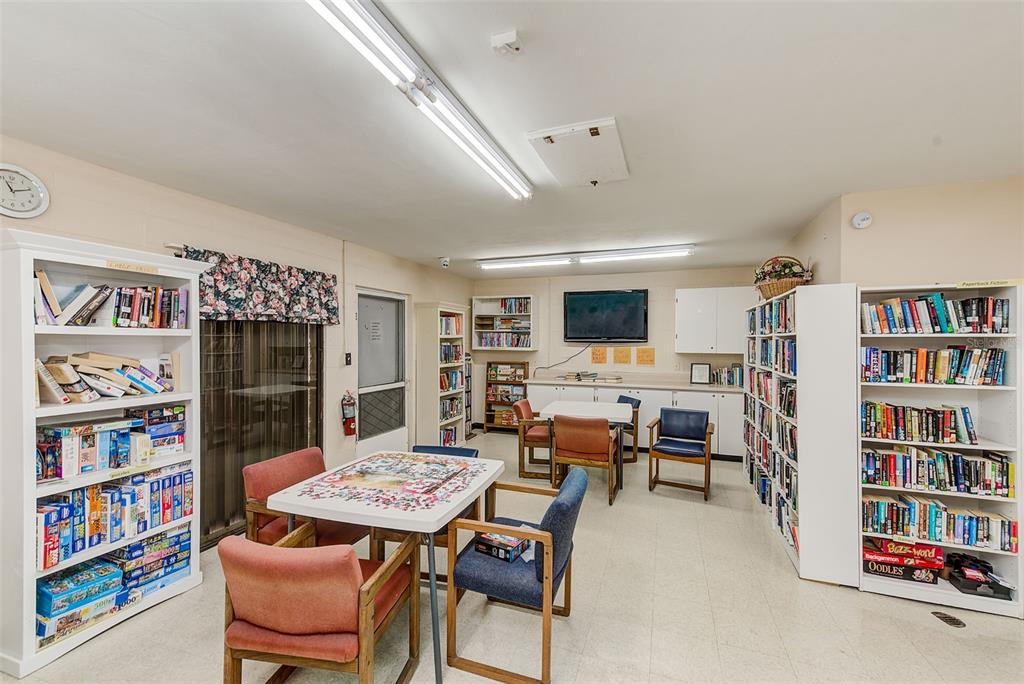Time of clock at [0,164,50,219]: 11:11
